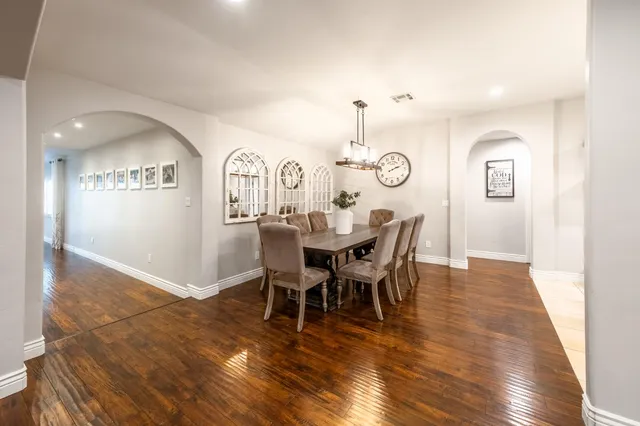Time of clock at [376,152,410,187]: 2:11
